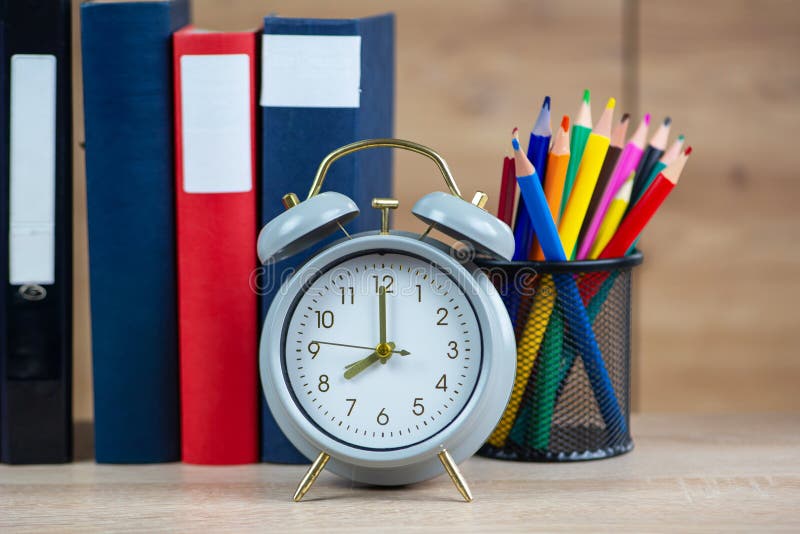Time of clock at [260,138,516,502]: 7:59
